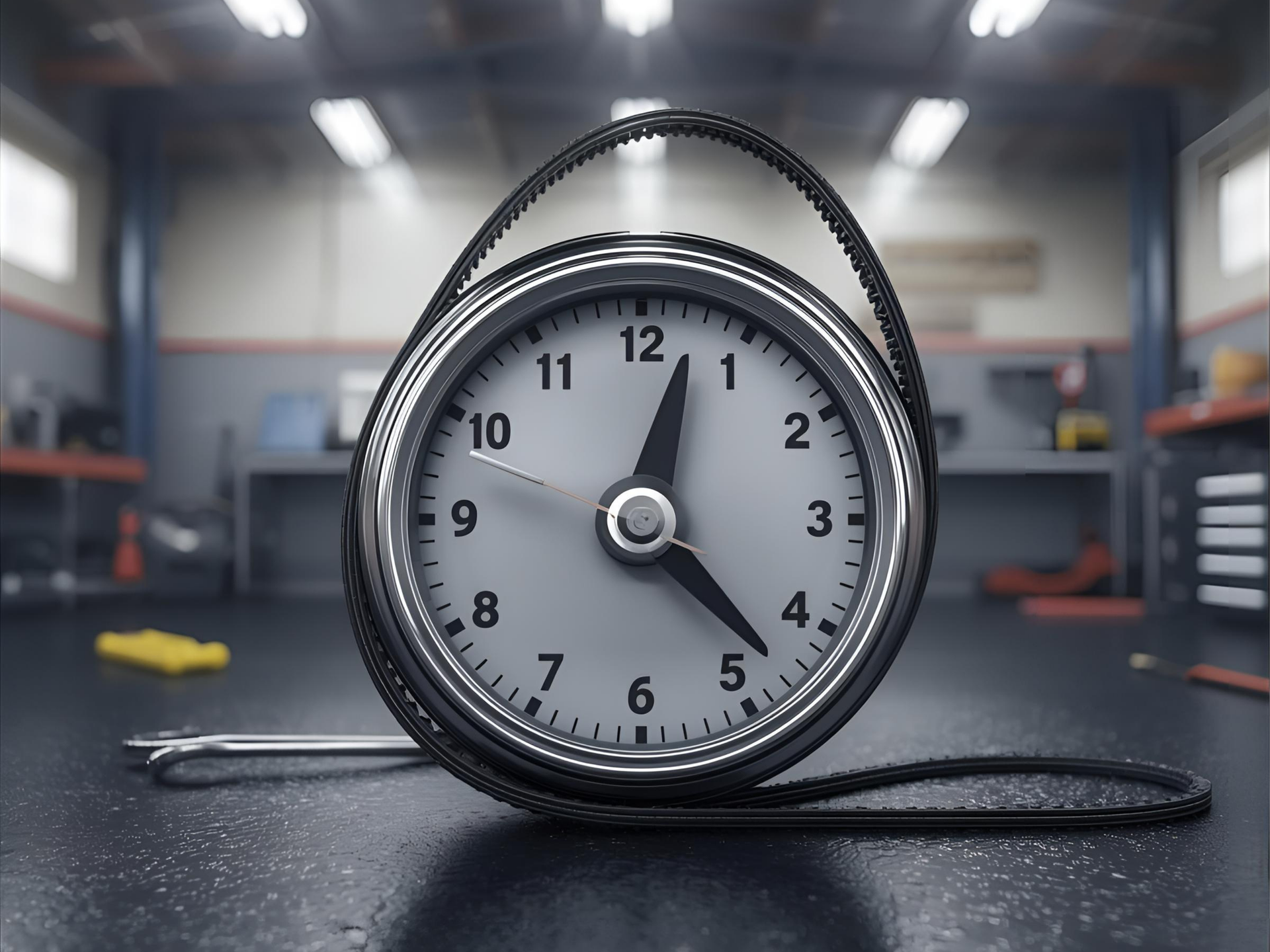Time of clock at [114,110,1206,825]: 12:22
